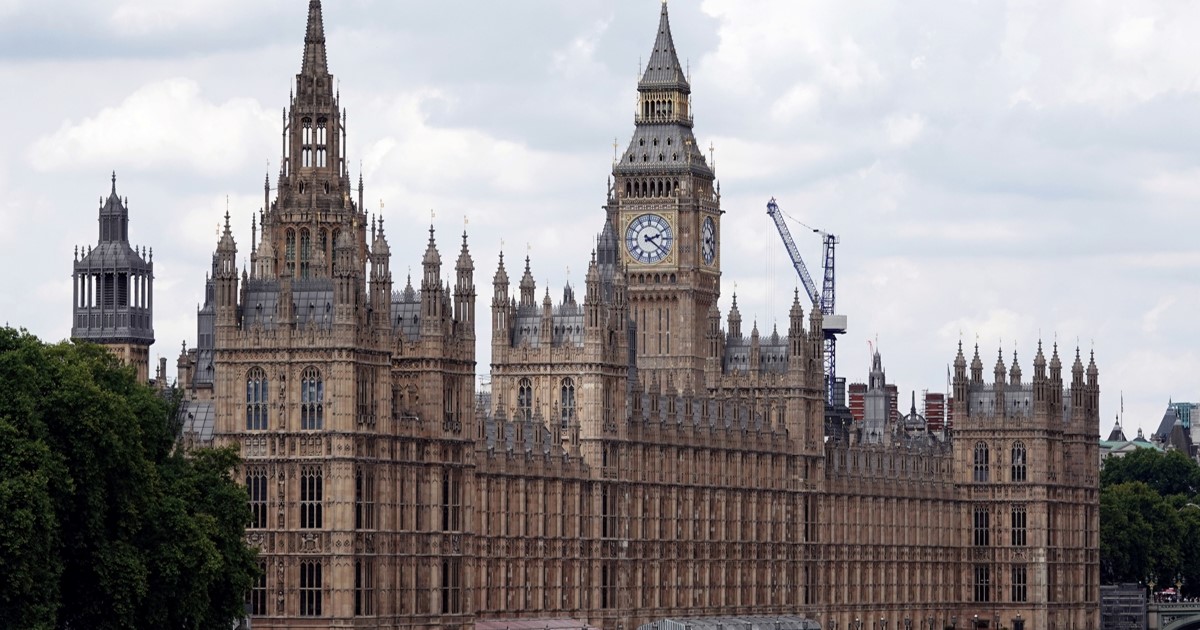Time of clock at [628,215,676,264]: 2:21
